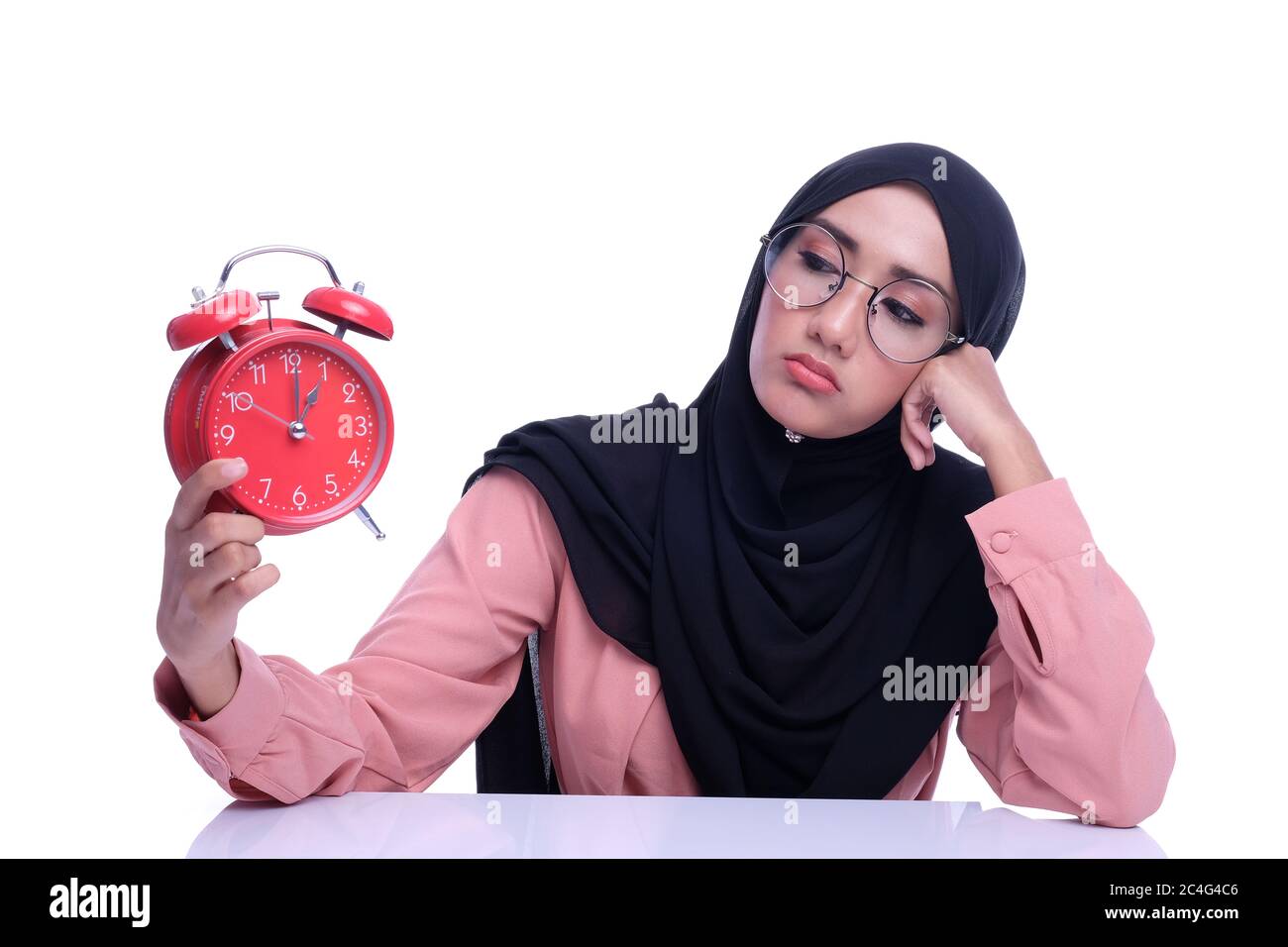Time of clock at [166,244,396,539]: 1:01
